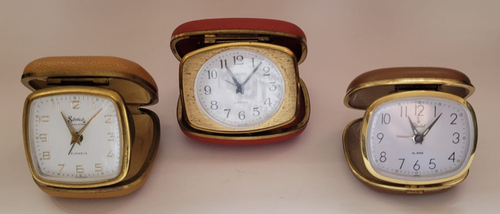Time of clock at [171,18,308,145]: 11:07
